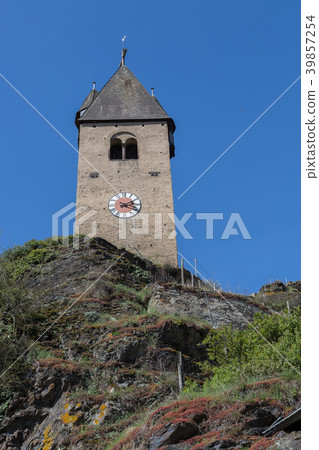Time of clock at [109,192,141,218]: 2:18
